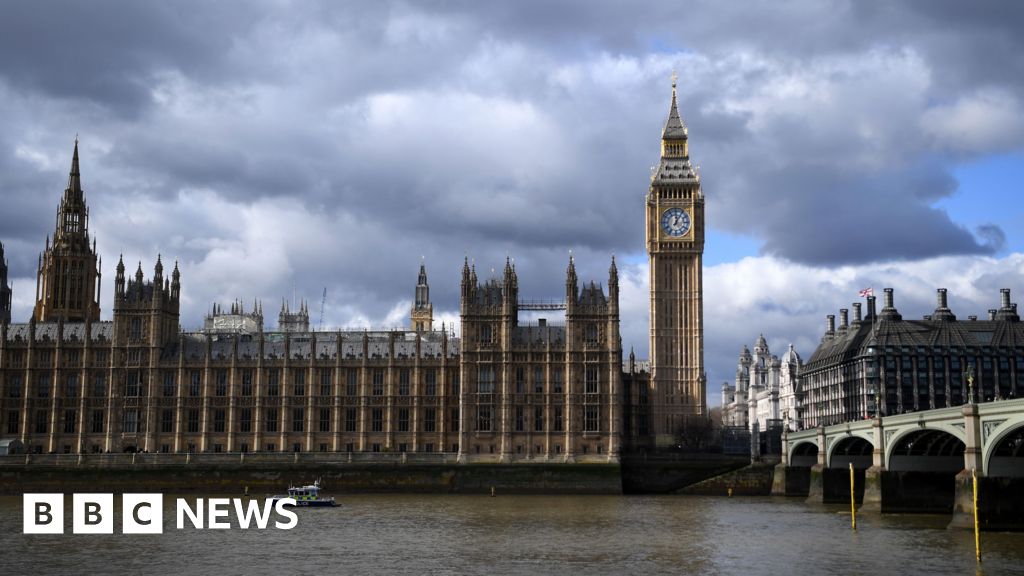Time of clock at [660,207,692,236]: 12:05
